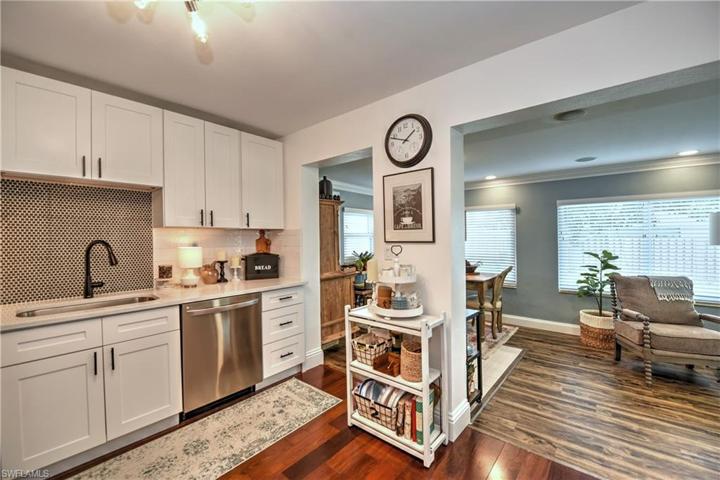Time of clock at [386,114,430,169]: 1:48
